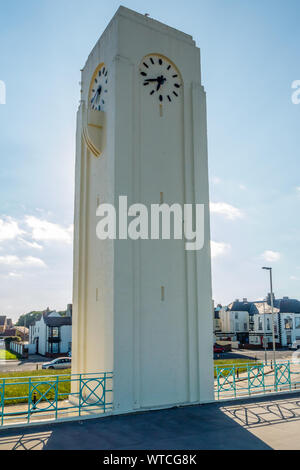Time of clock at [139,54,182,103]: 6:41
